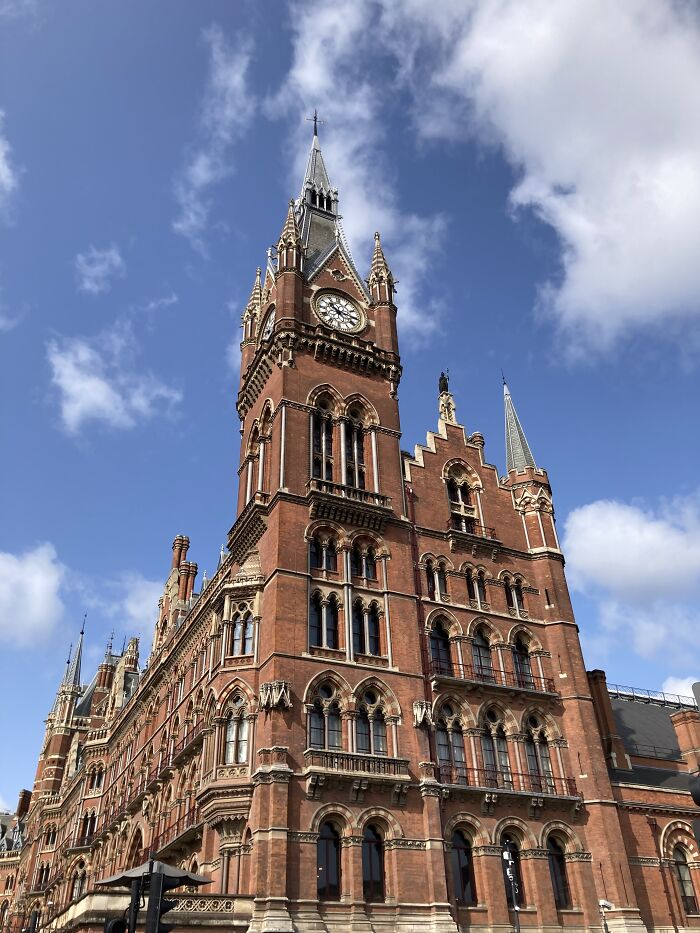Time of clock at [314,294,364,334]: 10:15
